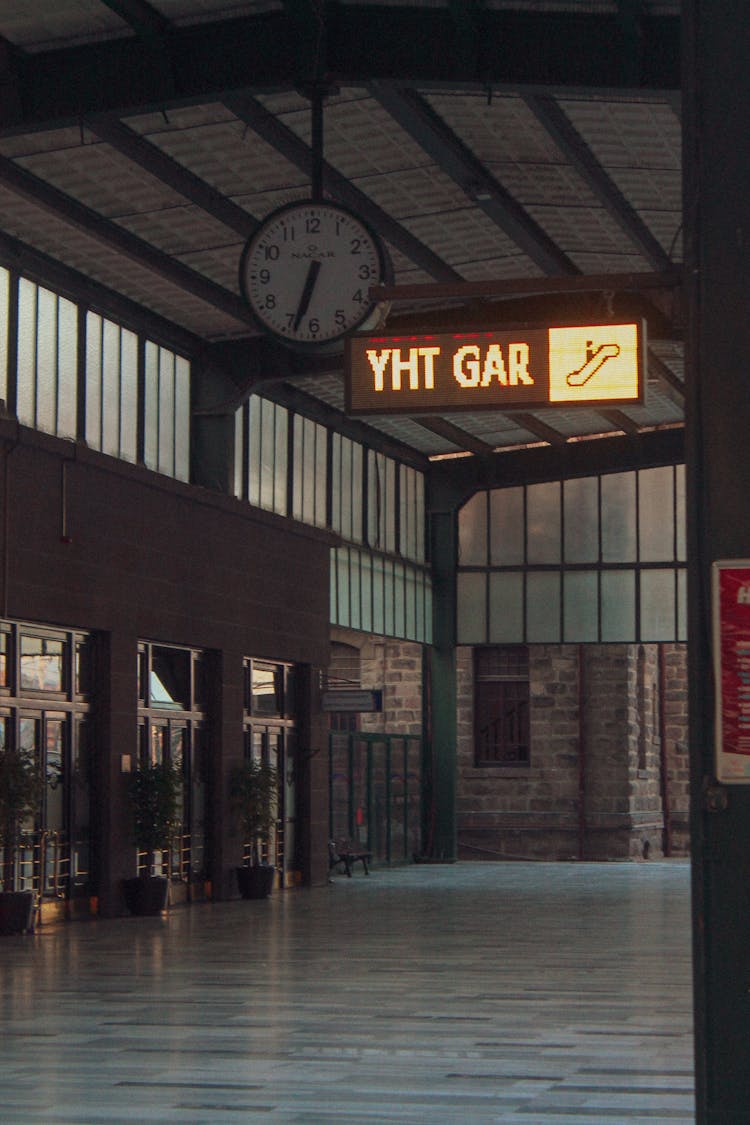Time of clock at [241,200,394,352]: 6:33
